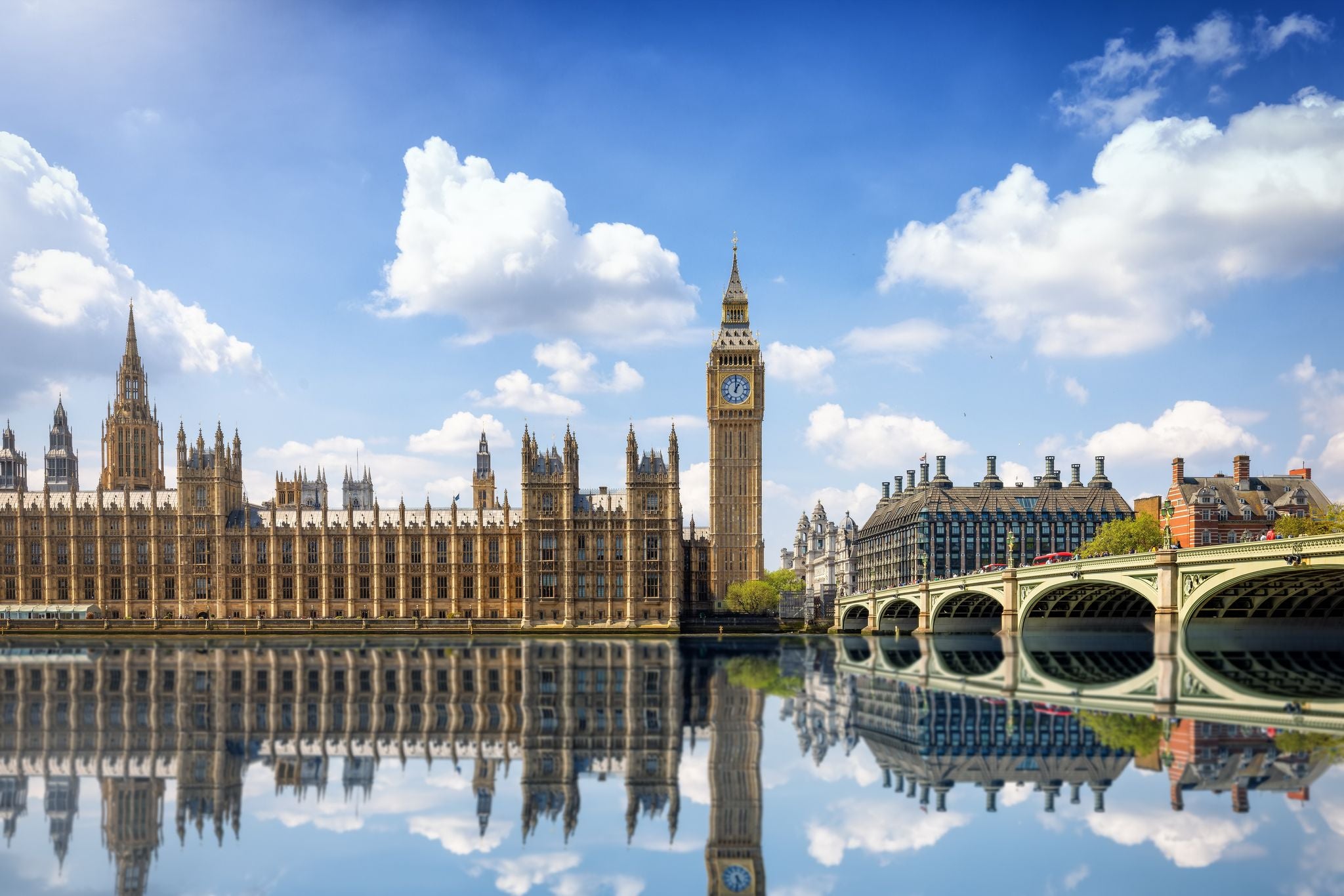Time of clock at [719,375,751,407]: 1:00
